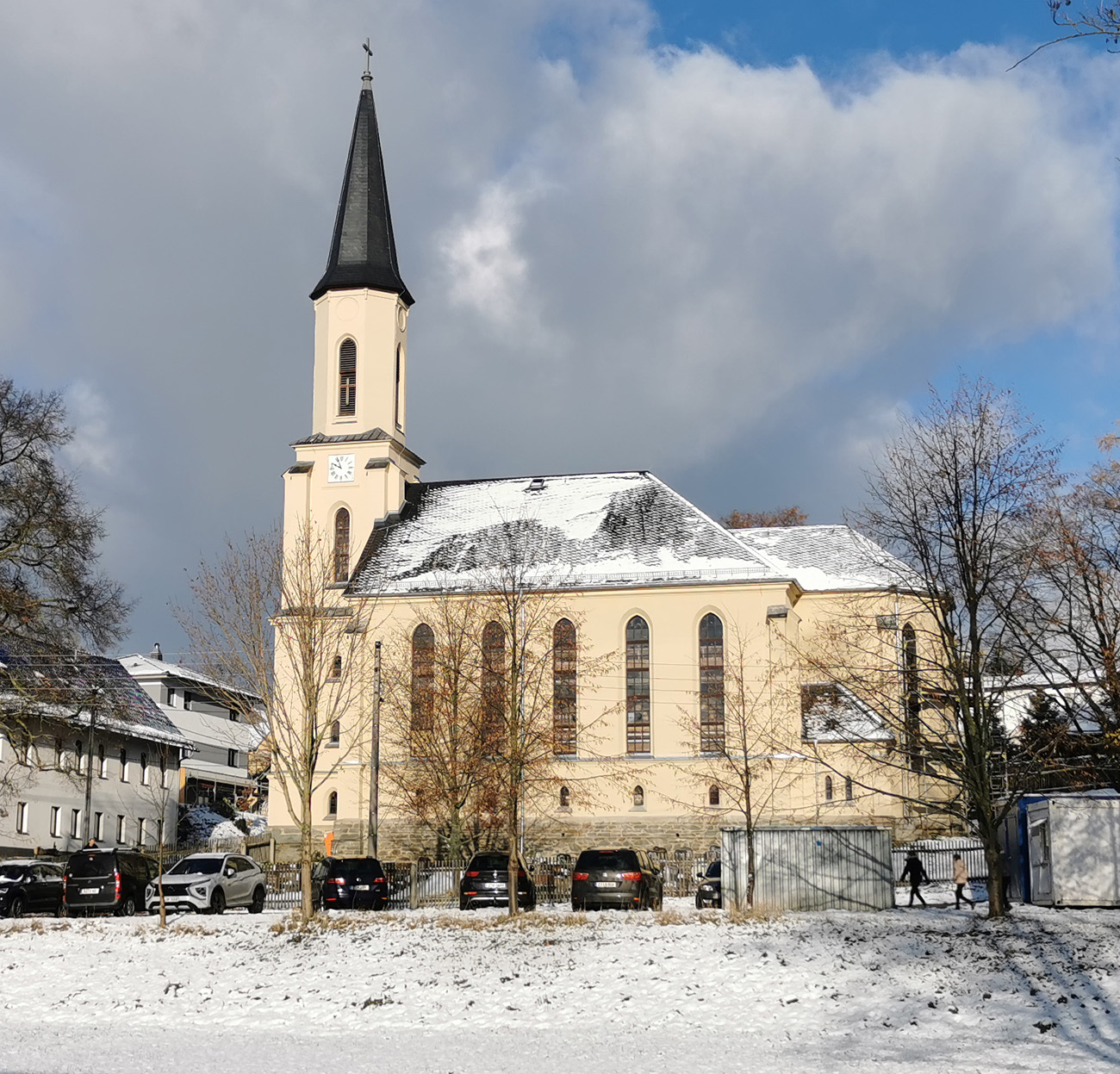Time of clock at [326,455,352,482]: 9:56
